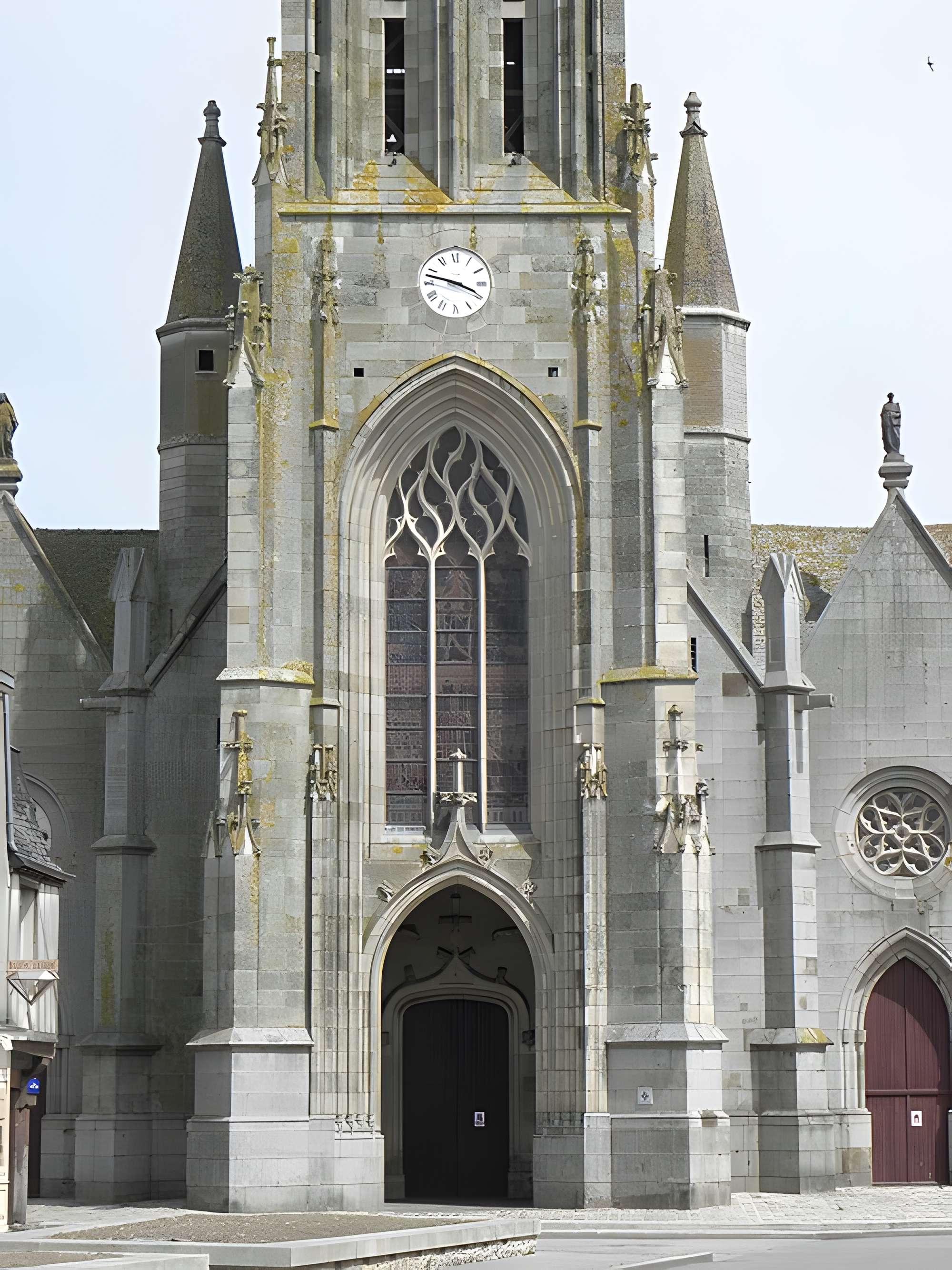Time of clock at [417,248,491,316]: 3:47
